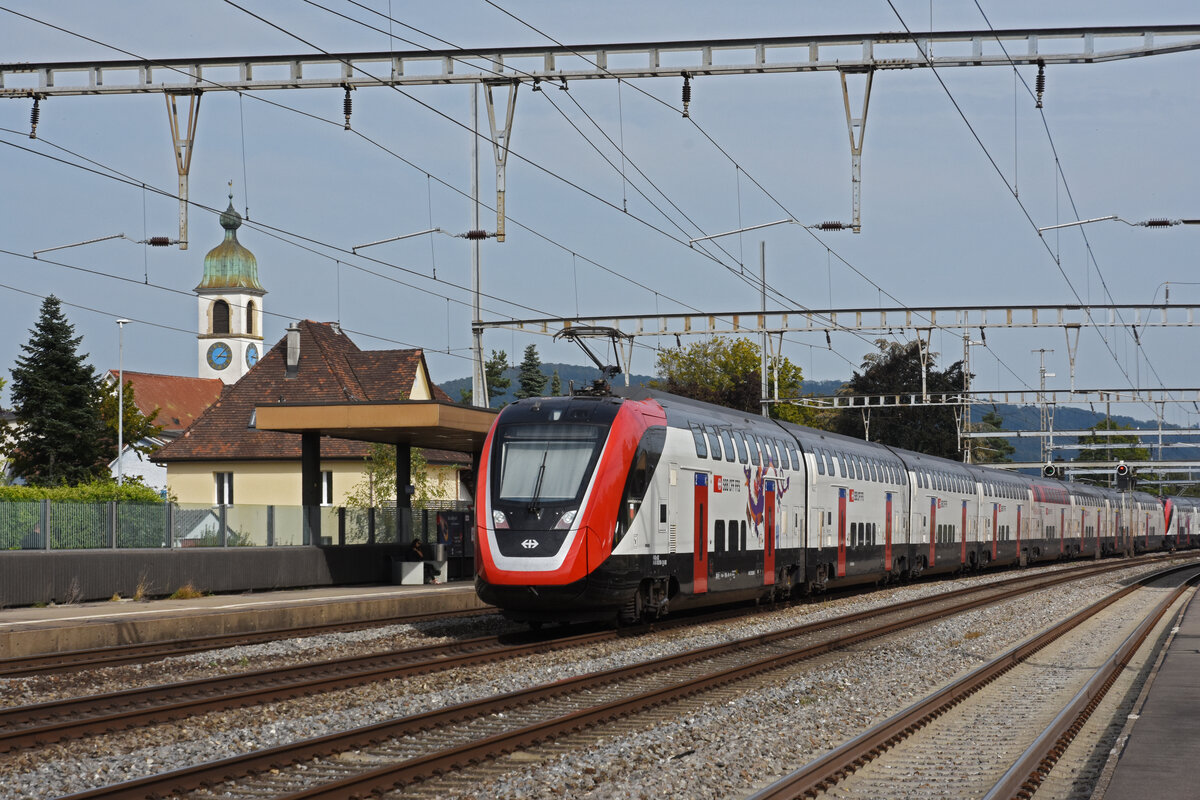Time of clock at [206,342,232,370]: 3:07
